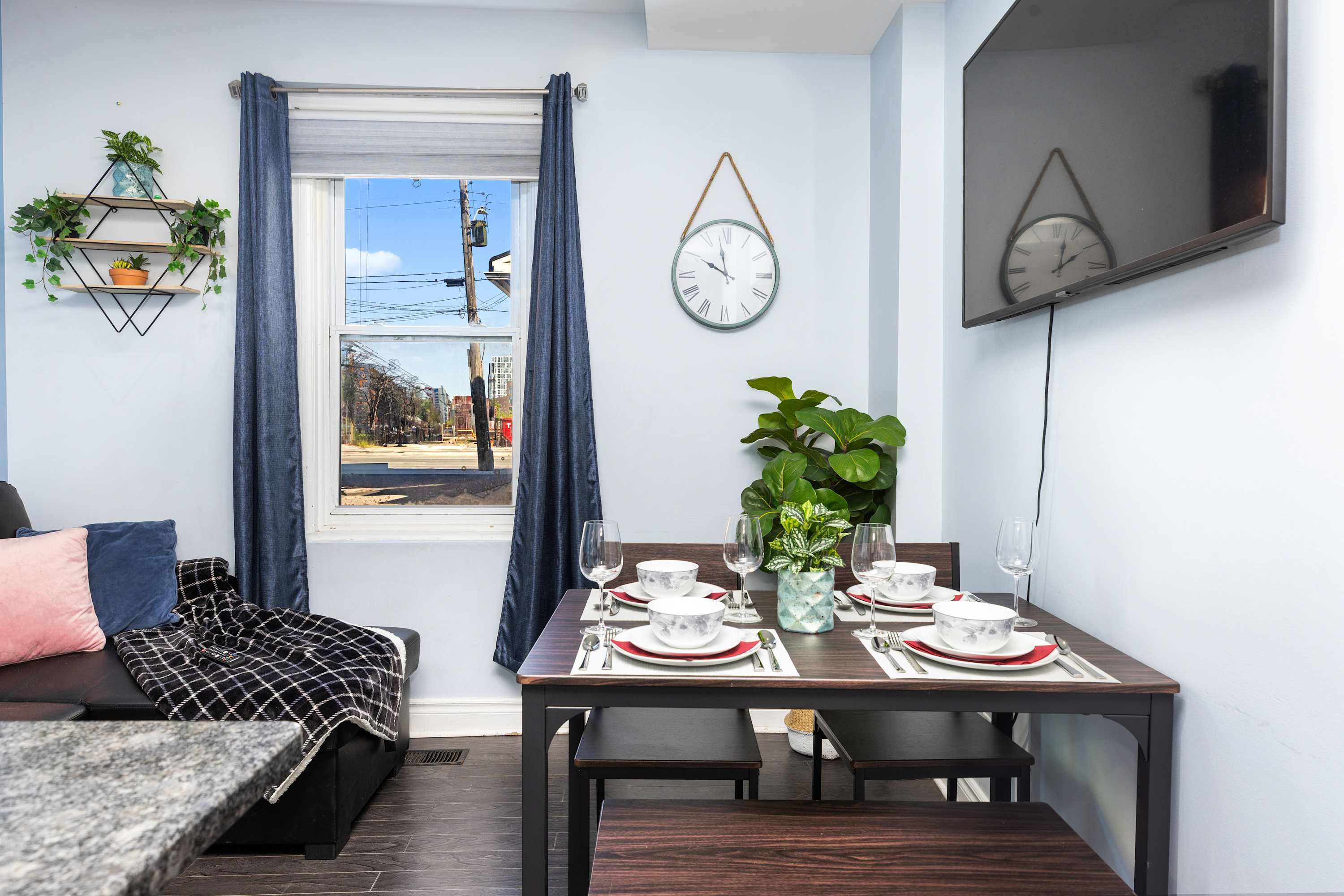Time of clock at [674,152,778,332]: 9:57
